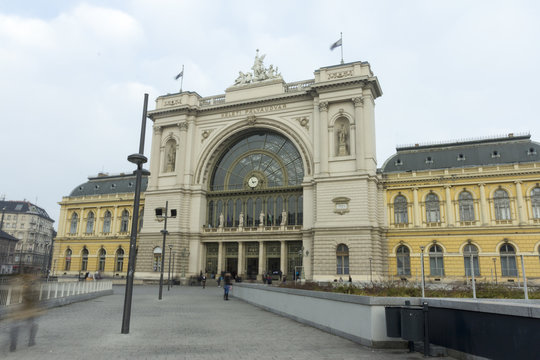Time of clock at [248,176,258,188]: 2:56
